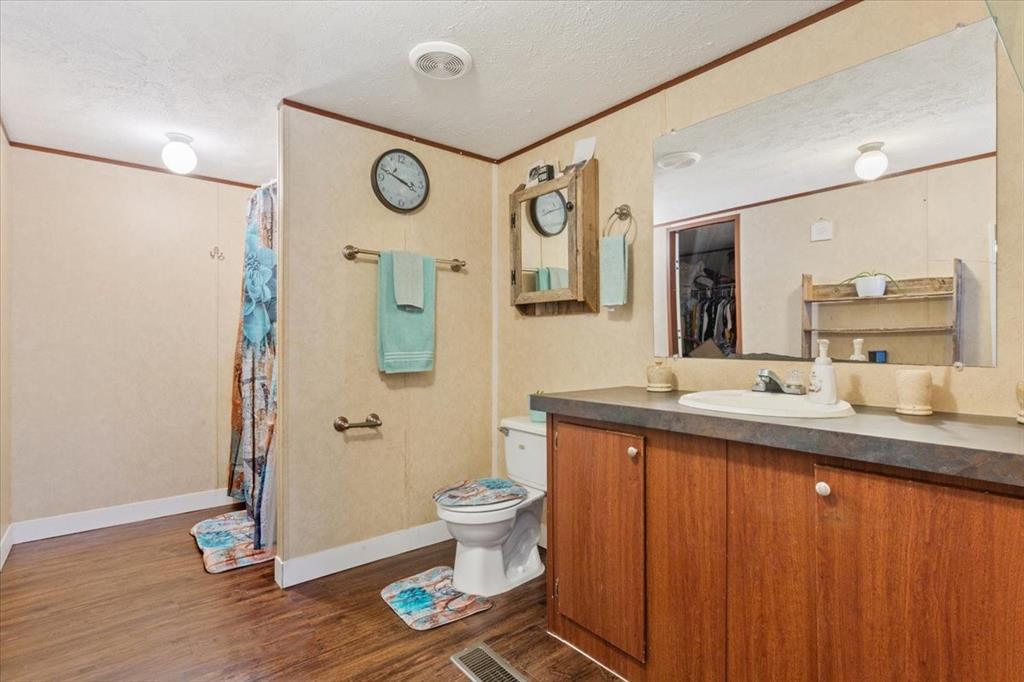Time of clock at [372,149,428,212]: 3:48
